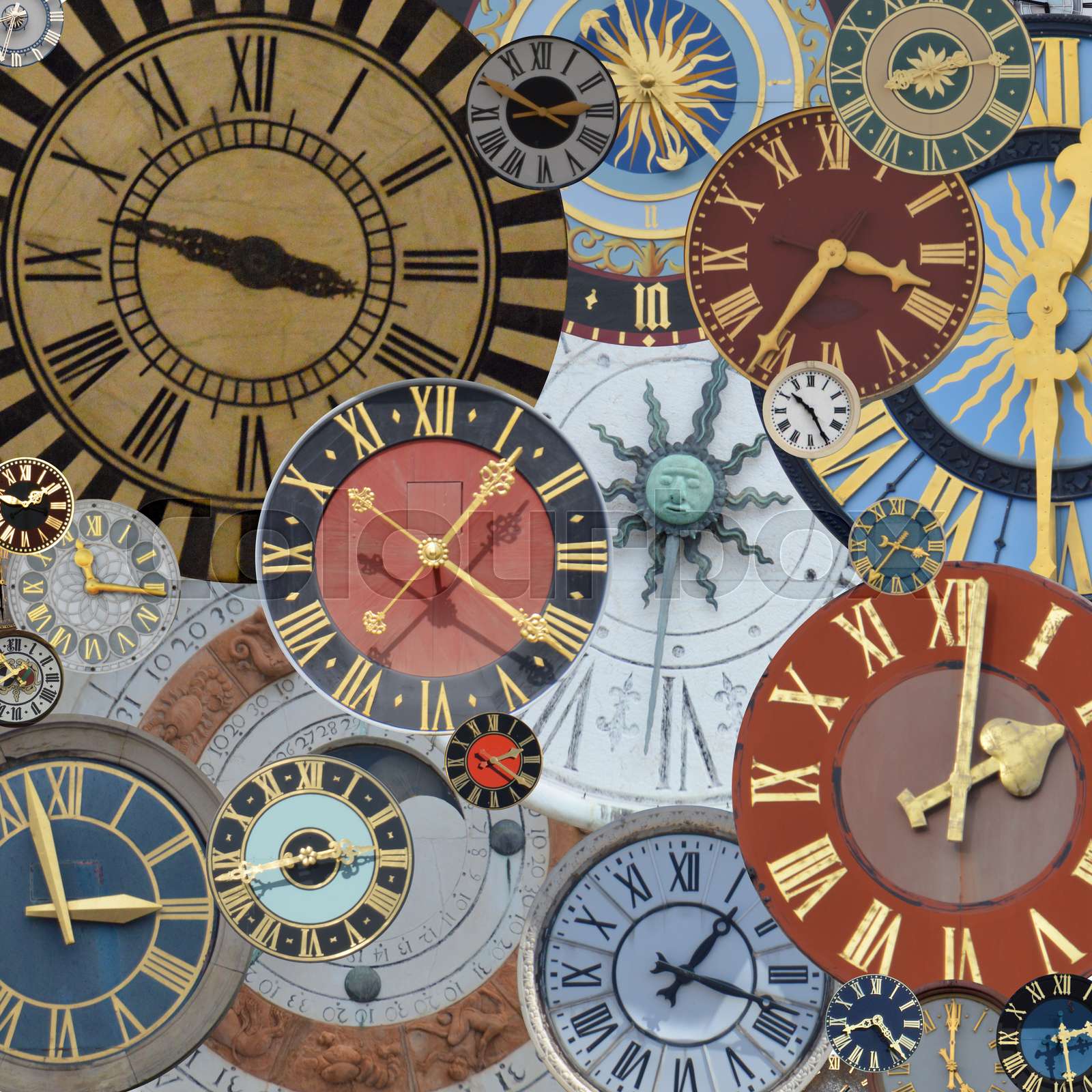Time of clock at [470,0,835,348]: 3:35
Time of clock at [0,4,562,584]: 3:47
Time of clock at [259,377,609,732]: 1:20
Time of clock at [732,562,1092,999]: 1:18
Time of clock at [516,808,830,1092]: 1:18
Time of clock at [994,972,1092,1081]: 2:28
